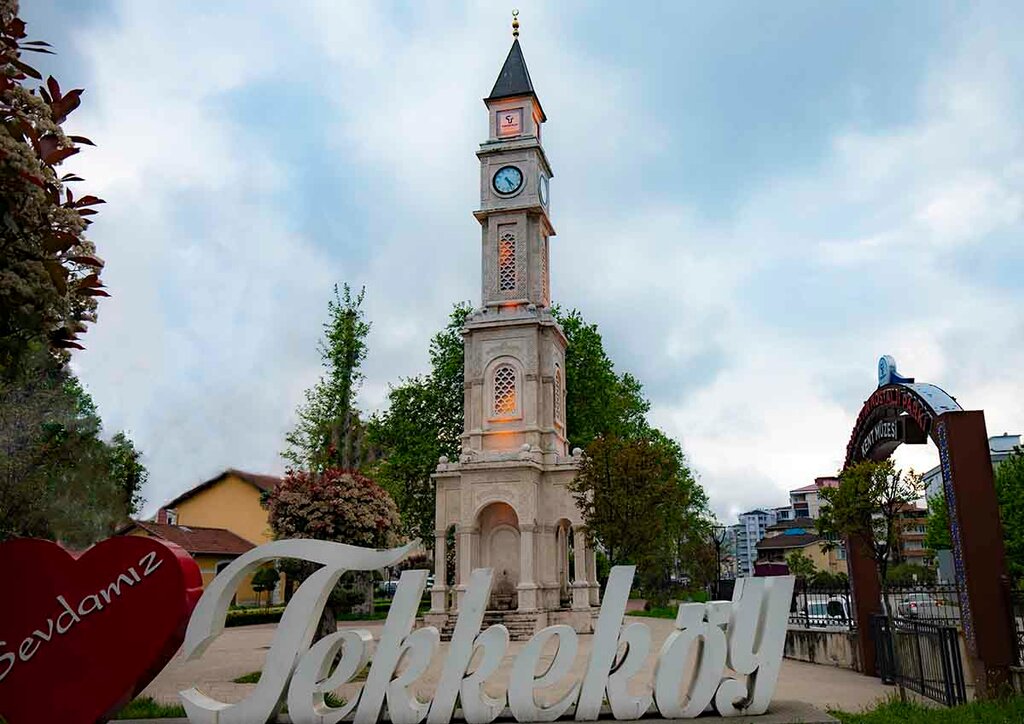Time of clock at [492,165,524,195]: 4:26
